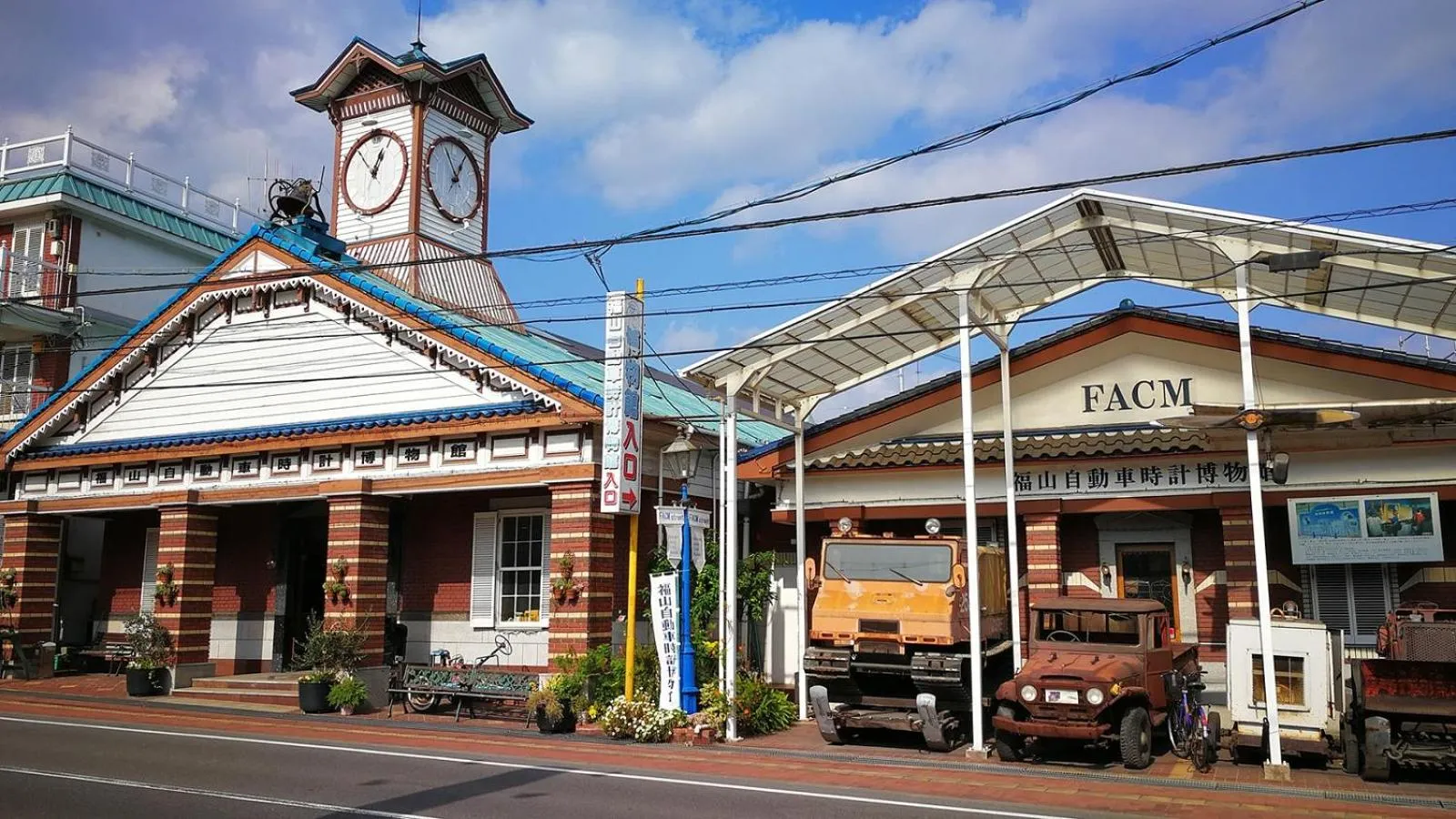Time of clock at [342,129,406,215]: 12:53
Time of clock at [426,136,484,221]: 12:55
